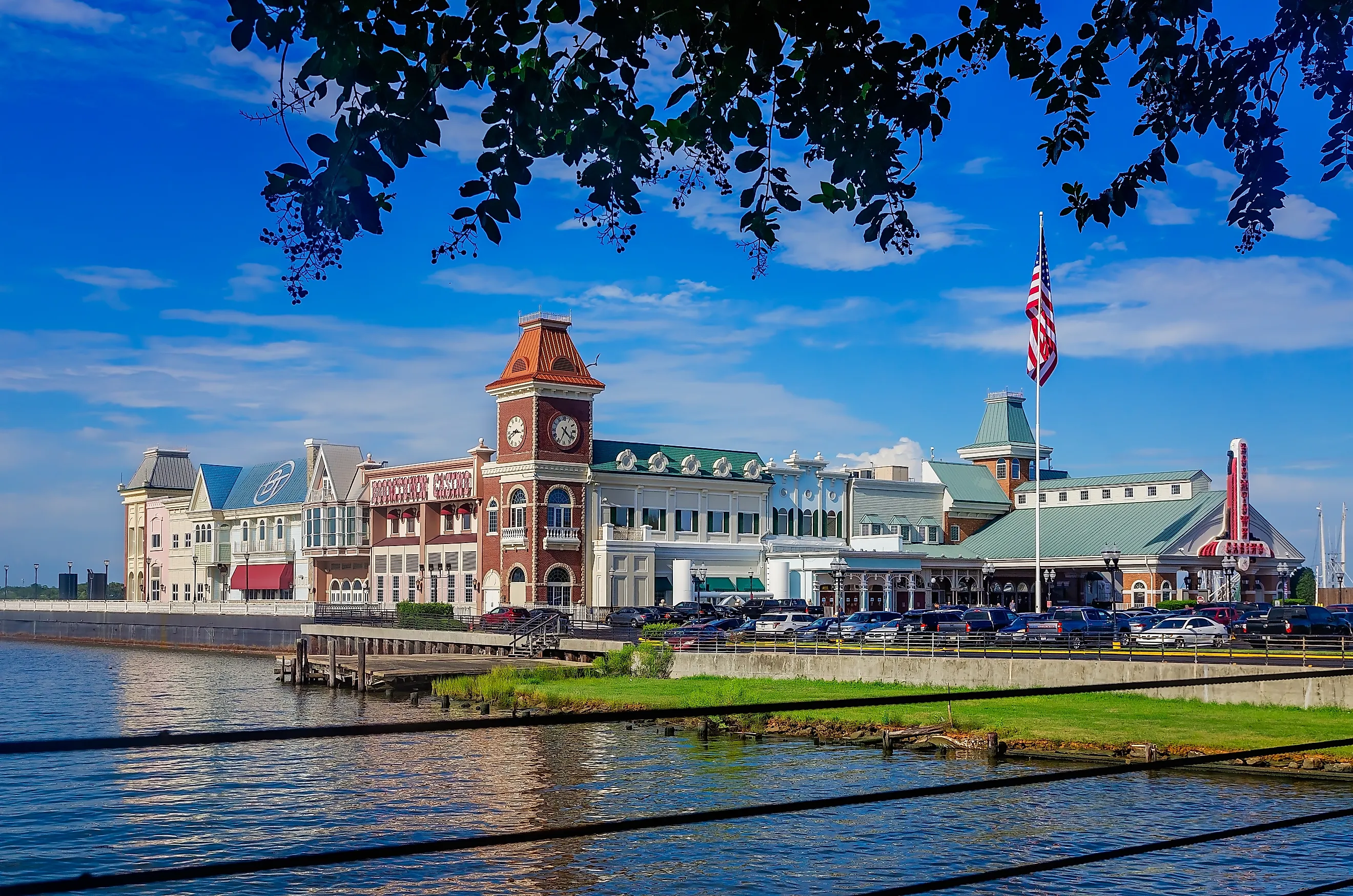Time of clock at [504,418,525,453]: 8:16
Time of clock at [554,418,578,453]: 4:33
